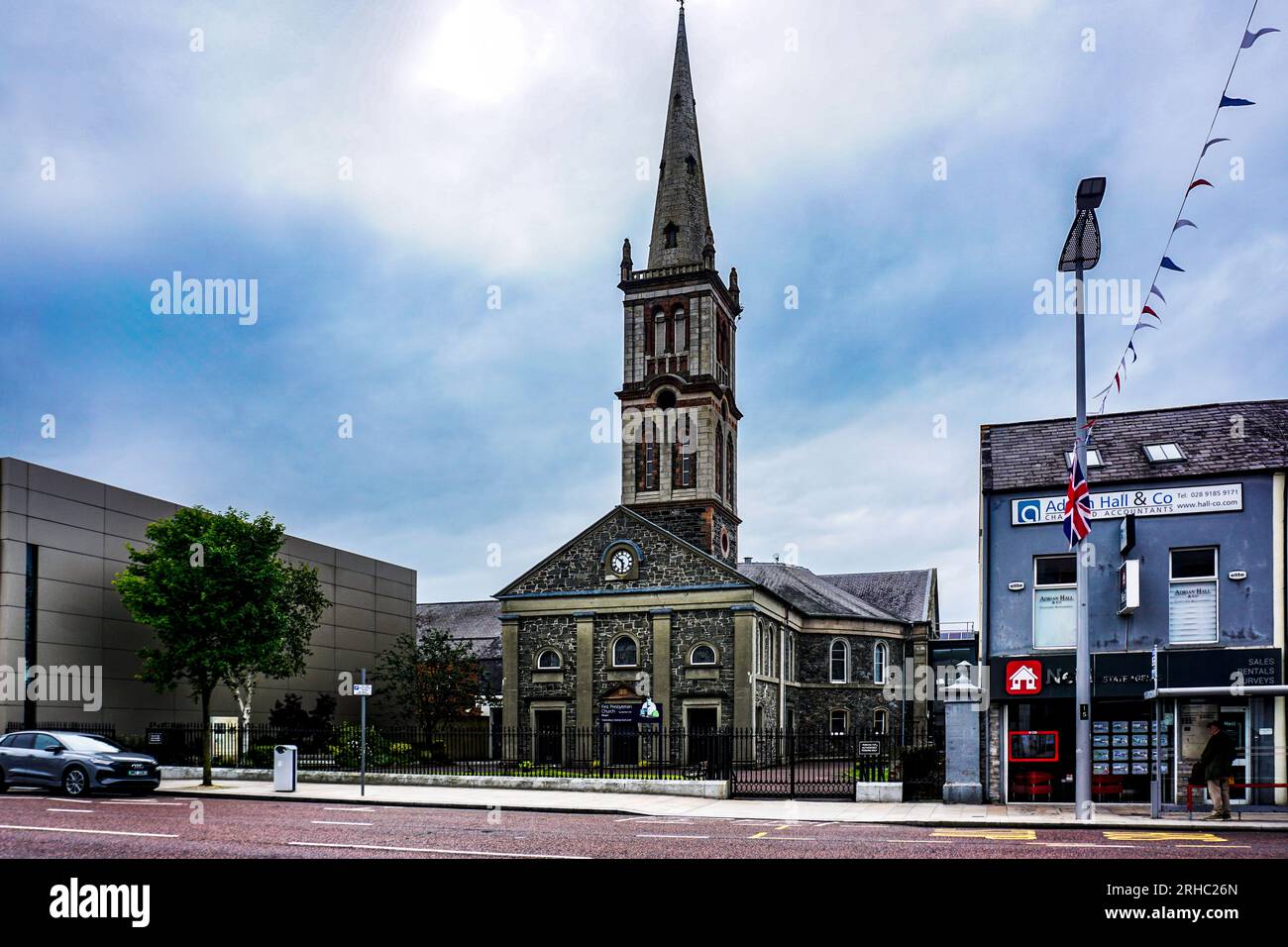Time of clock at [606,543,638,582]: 5:51
